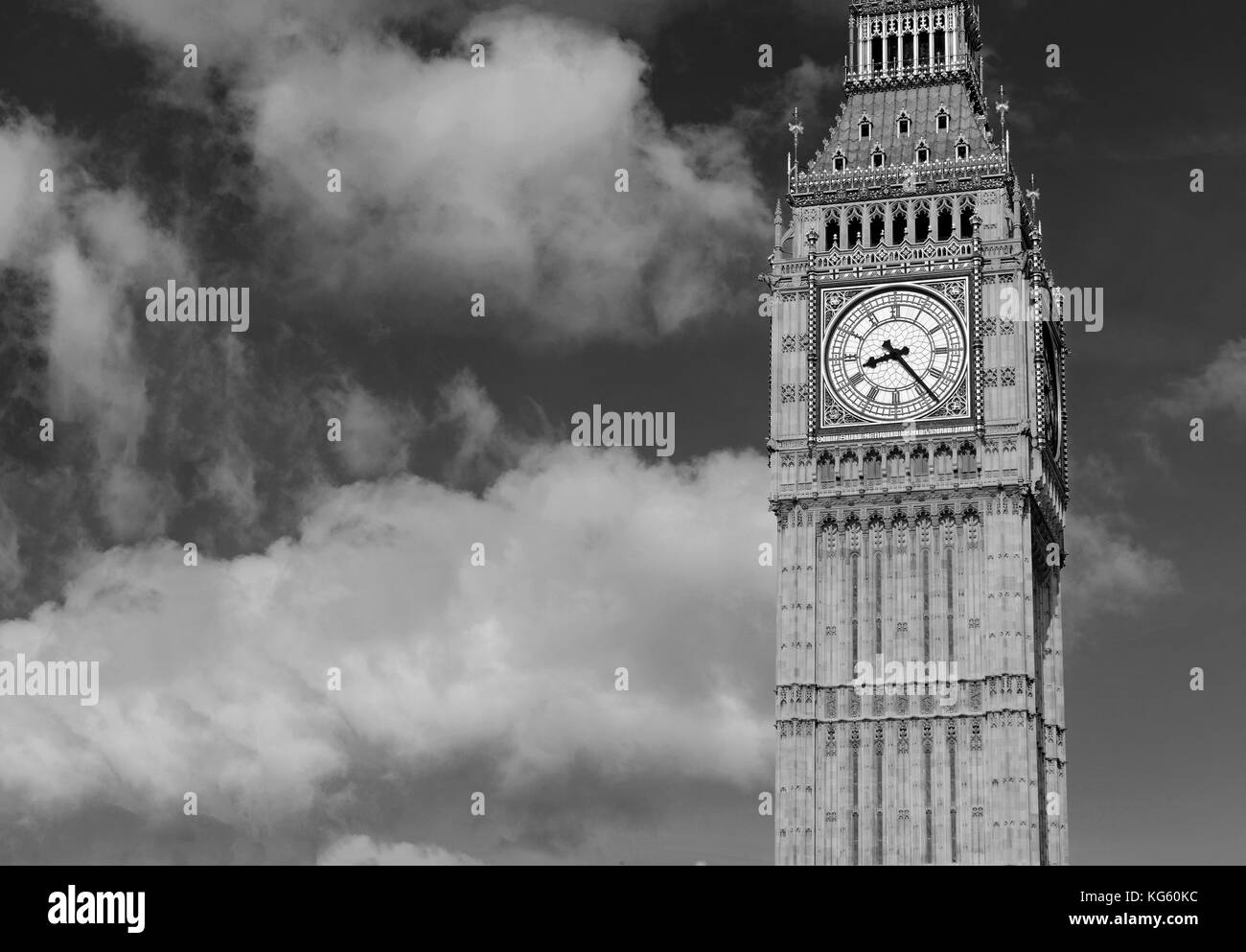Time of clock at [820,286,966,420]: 8:23
